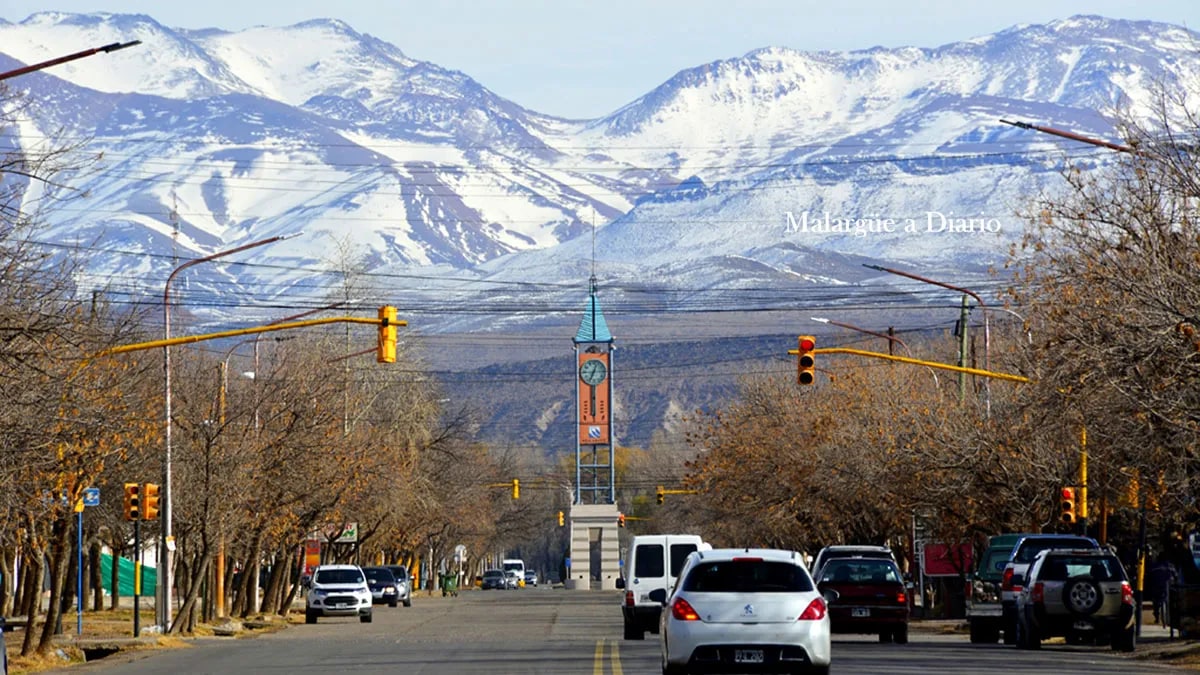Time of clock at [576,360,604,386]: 12:34
